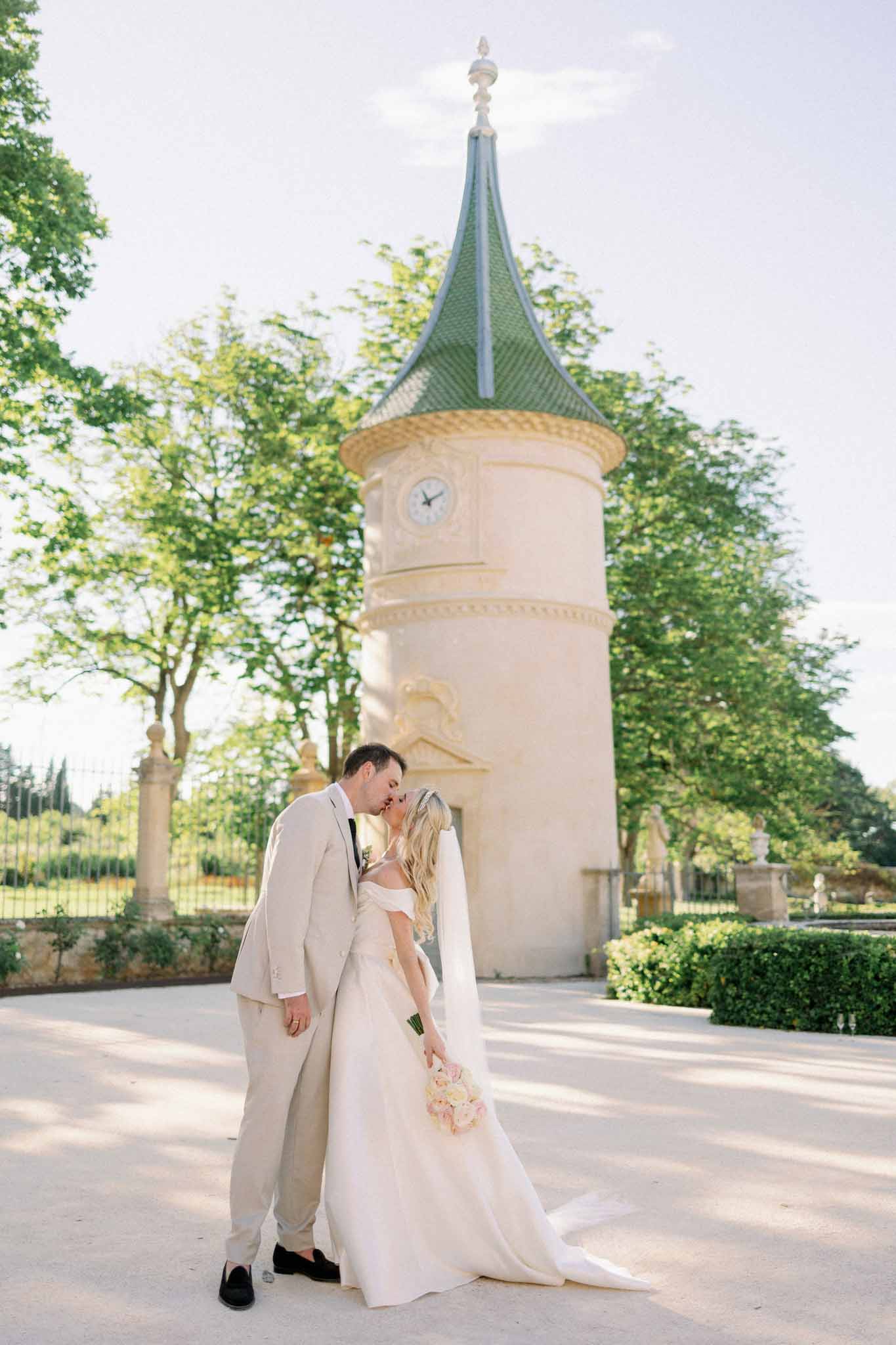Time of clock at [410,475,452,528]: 11:10
